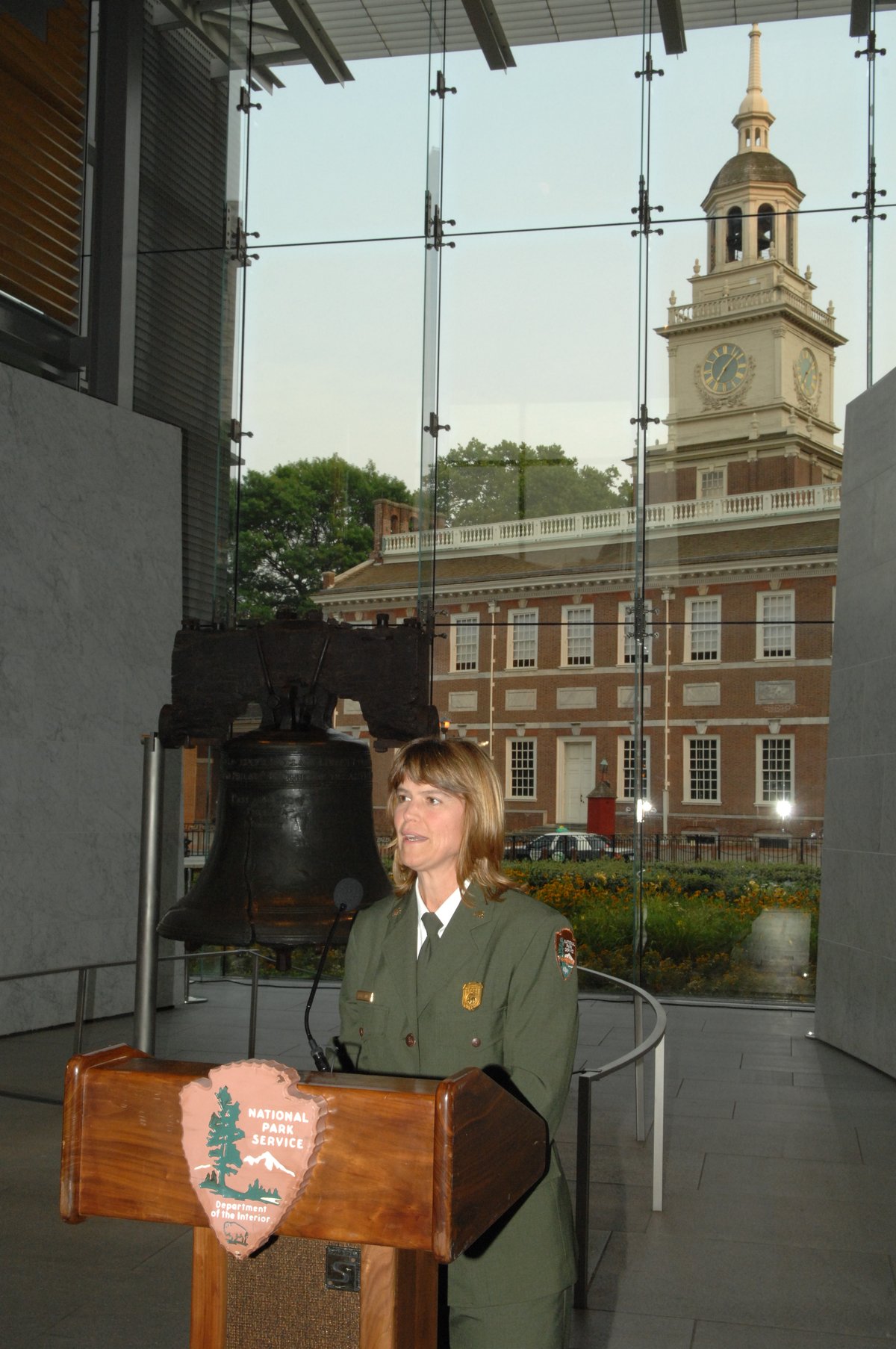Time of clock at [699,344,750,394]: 7:07
